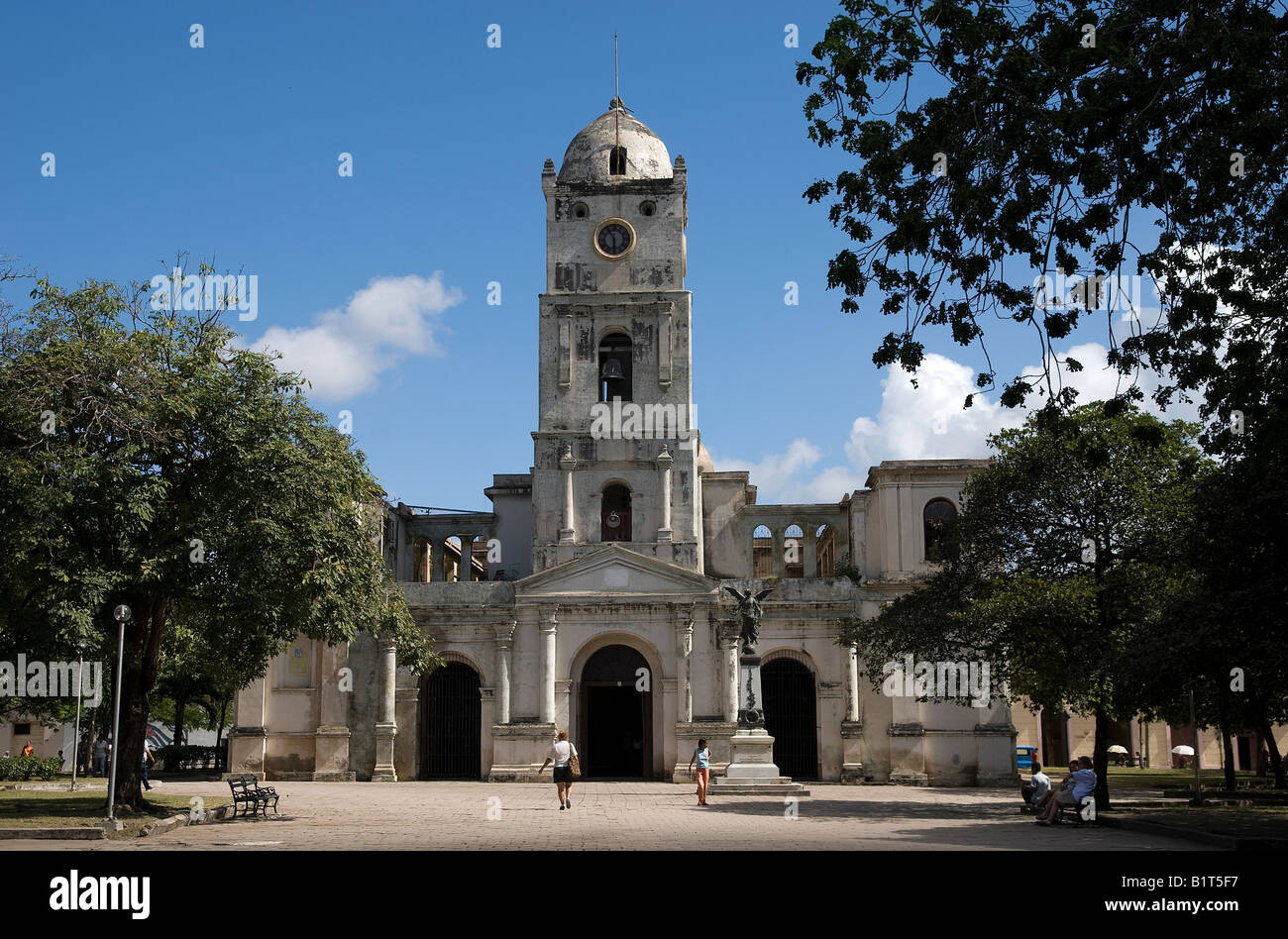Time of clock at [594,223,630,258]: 5:55
